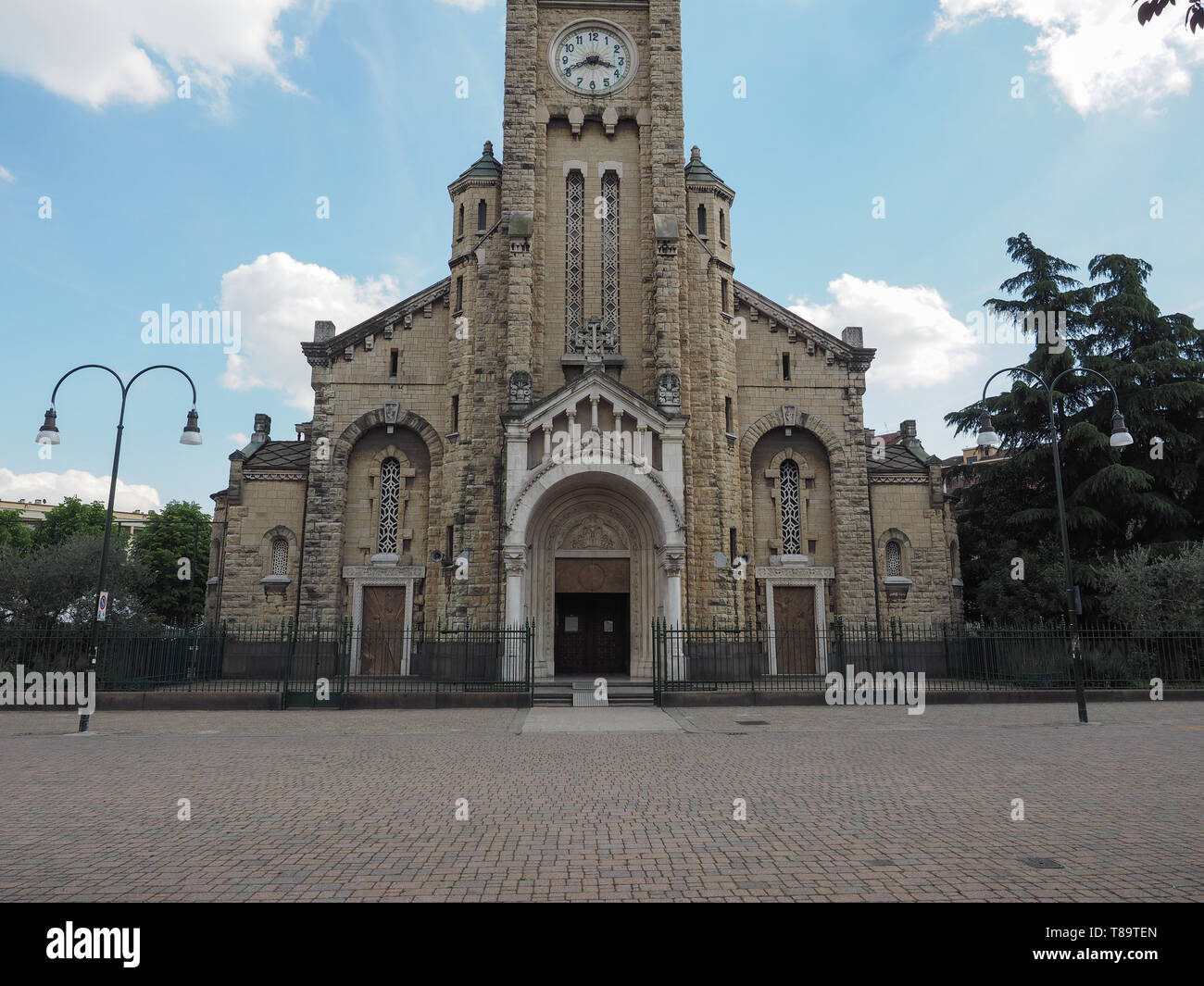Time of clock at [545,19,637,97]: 3:41
